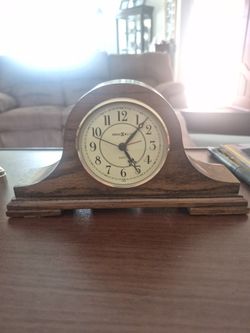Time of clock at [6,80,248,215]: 5:07
